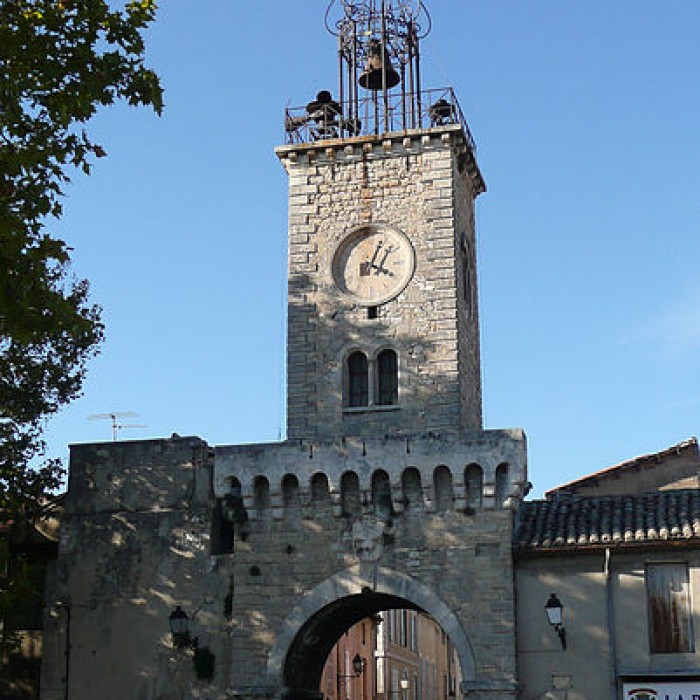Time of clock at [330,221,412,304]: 4:04
